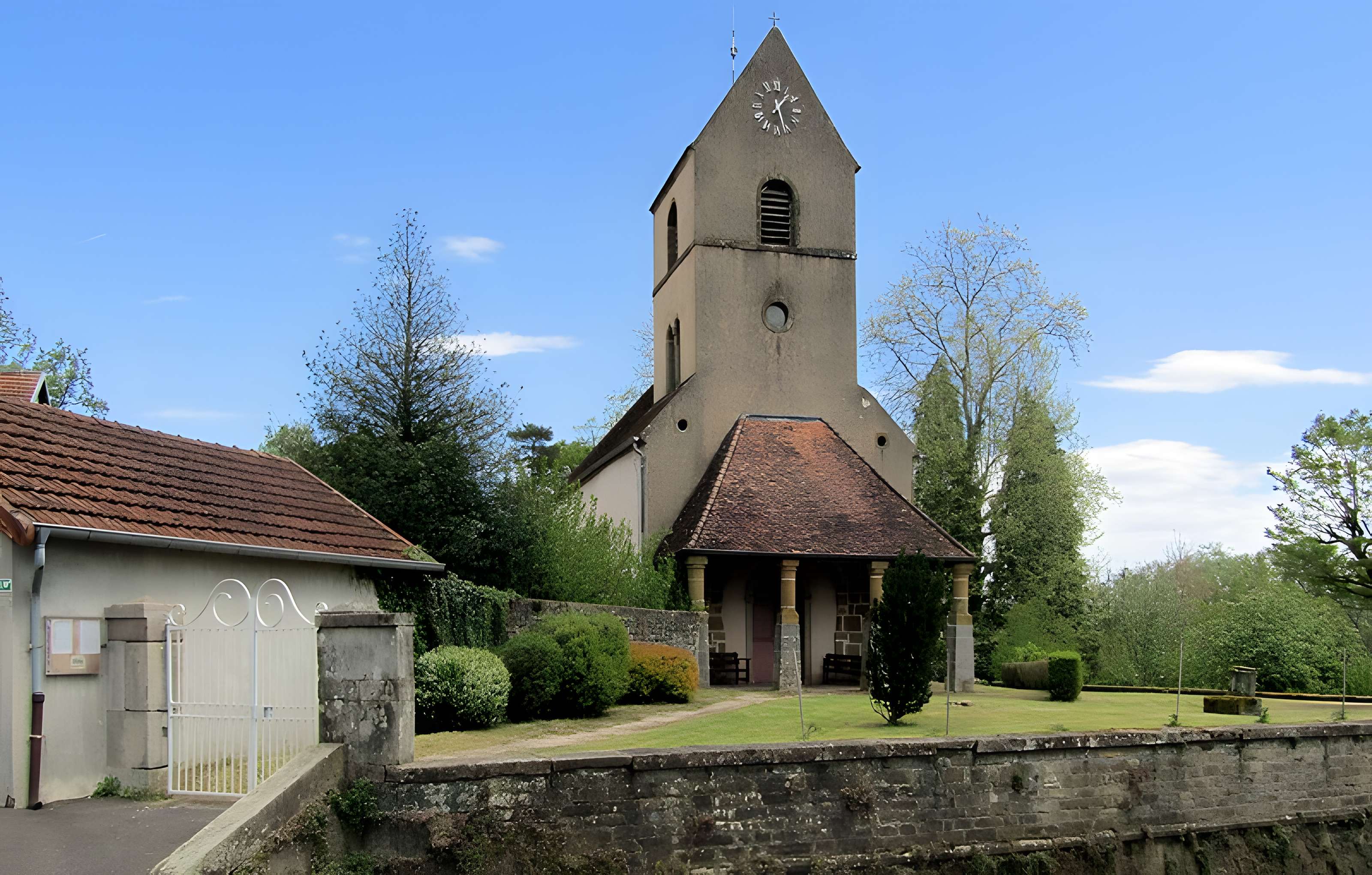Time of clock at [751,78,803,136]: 1:26
